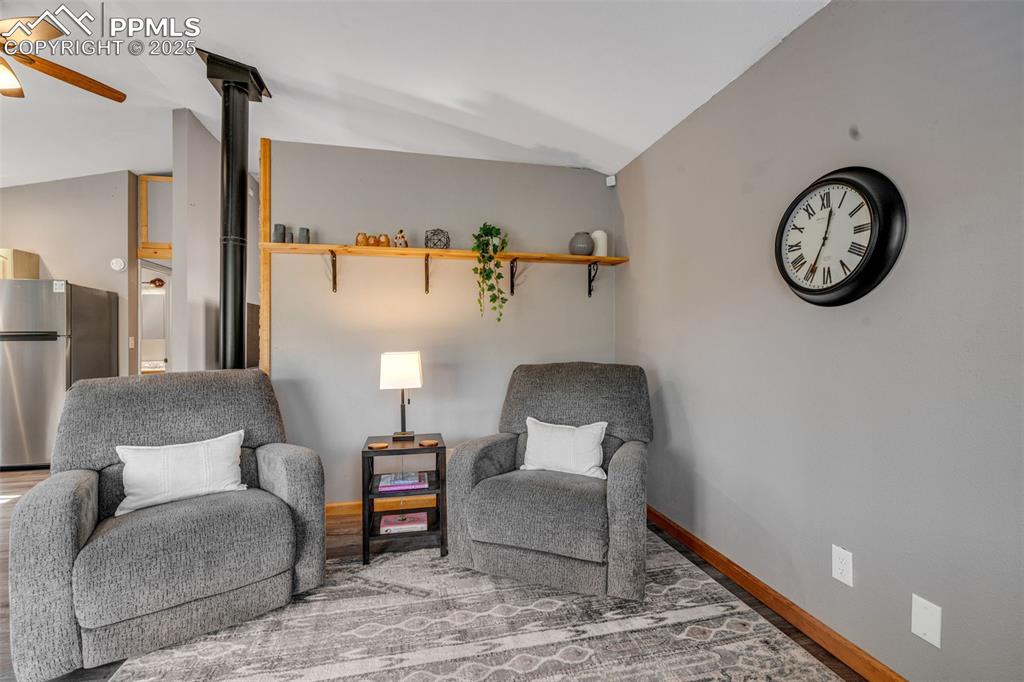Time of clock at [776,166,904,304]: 12:34
